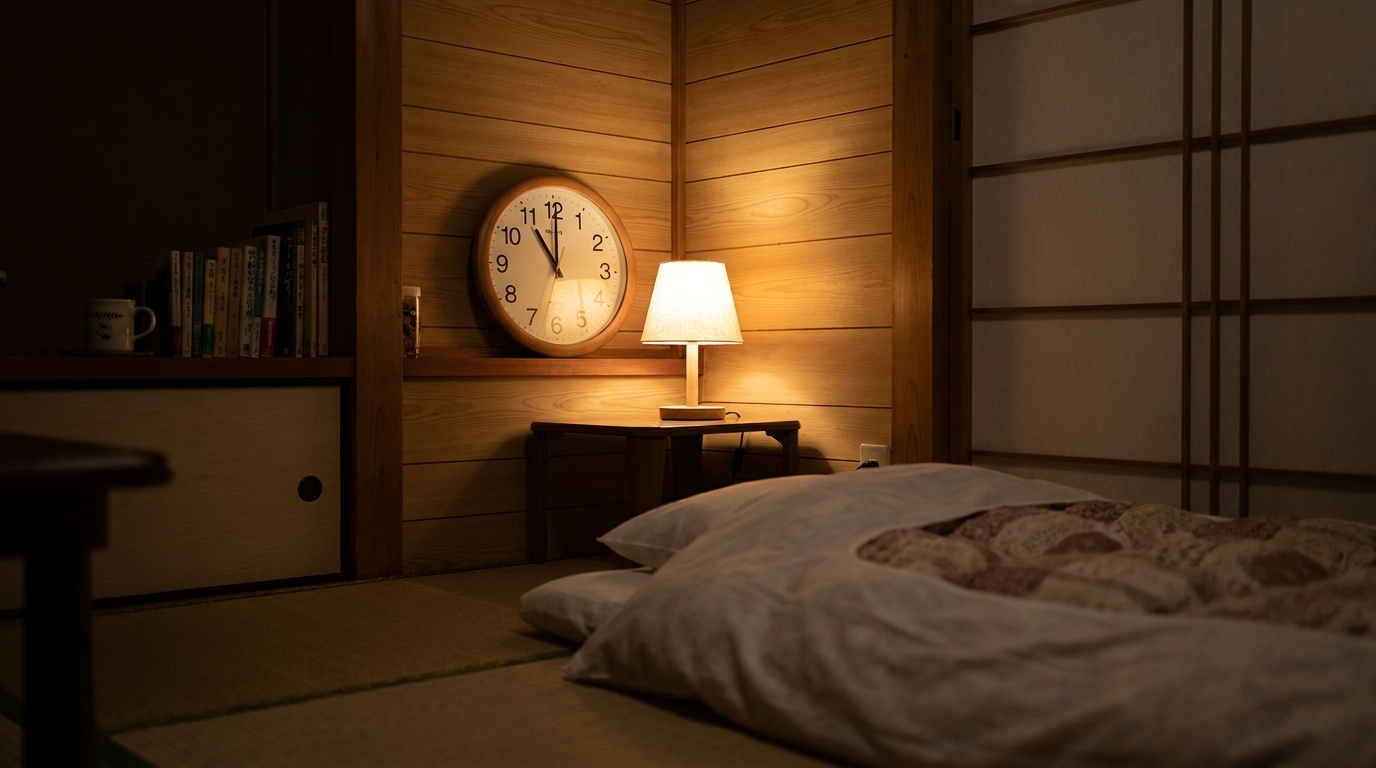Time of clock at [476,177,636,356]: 11:00
